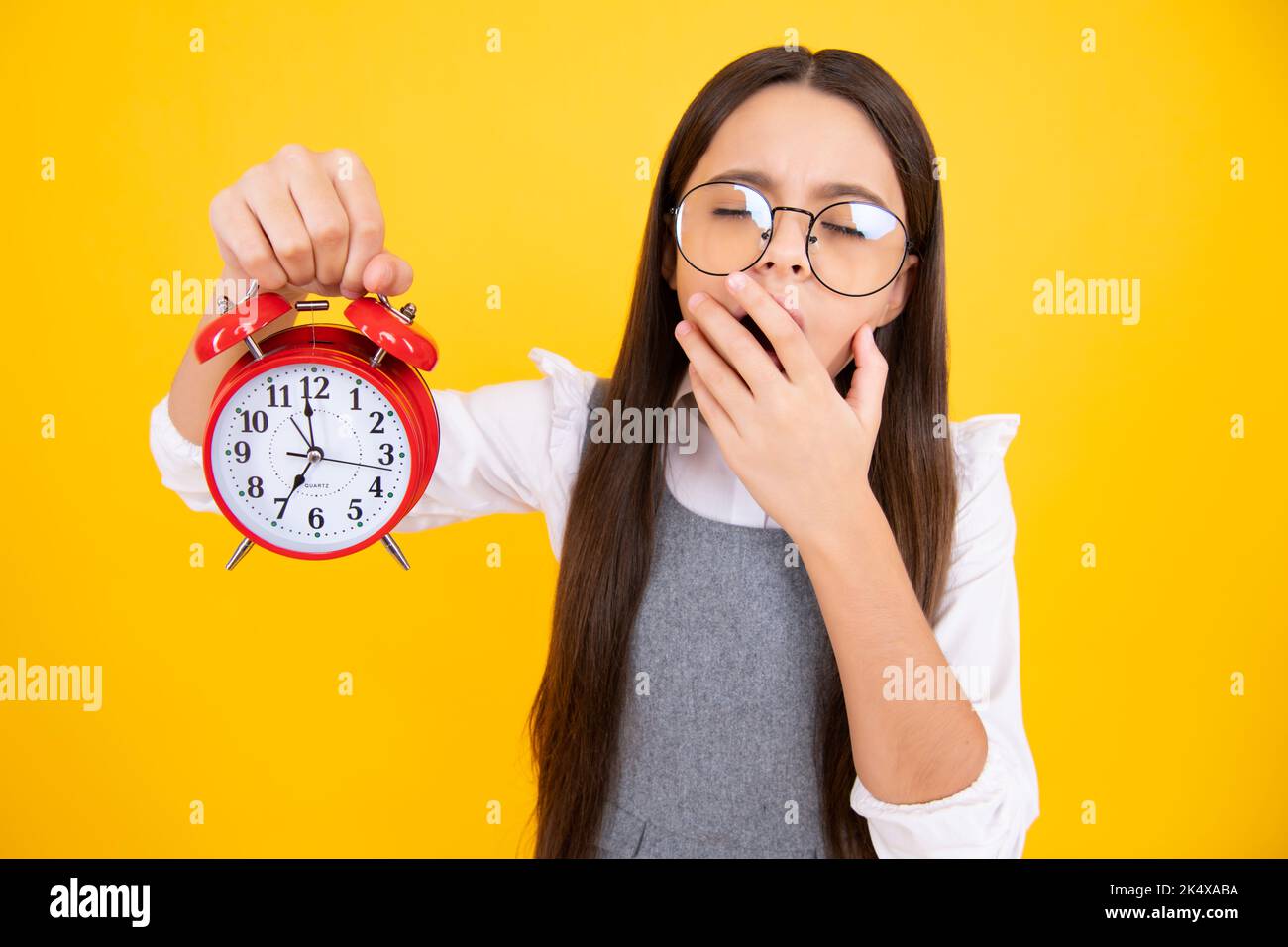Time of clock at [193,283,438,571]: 6:58
